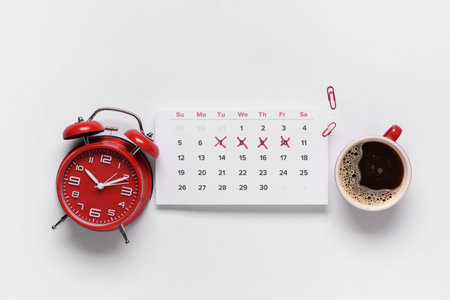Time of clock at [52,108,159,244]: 10:10
